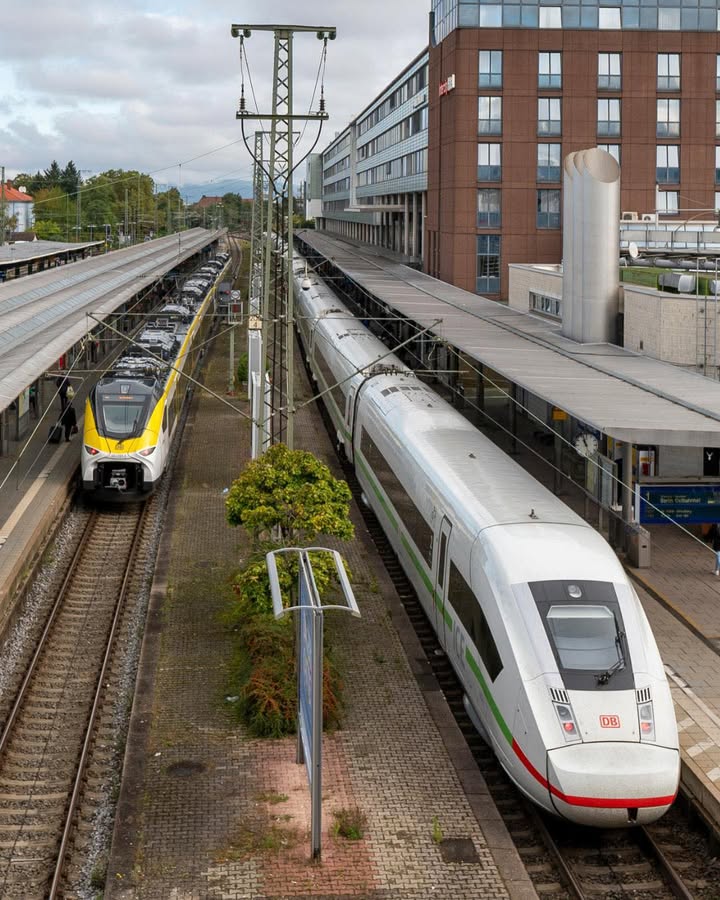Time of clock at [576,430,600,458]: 10:56
